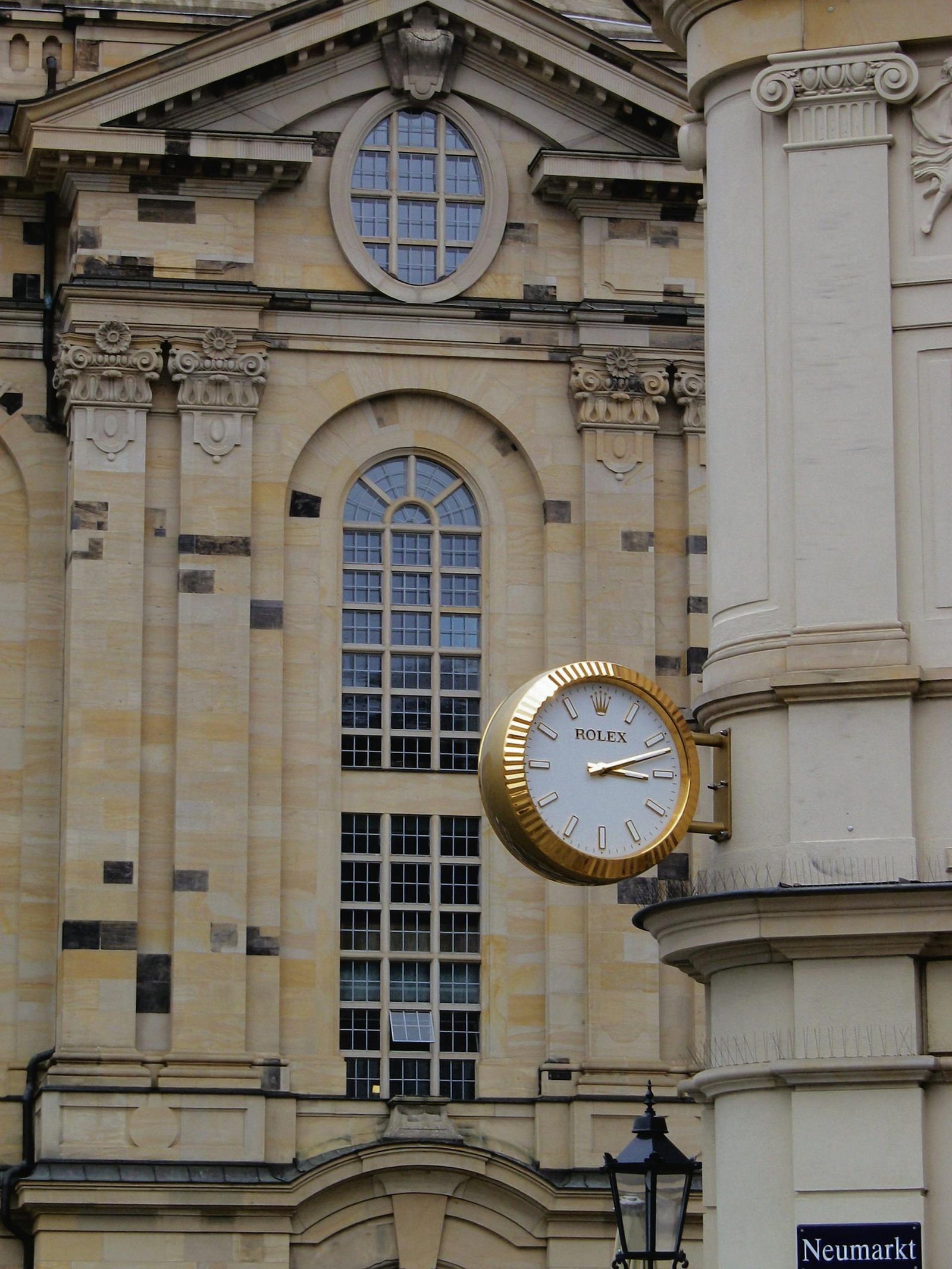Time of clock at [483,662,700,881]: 3:11
